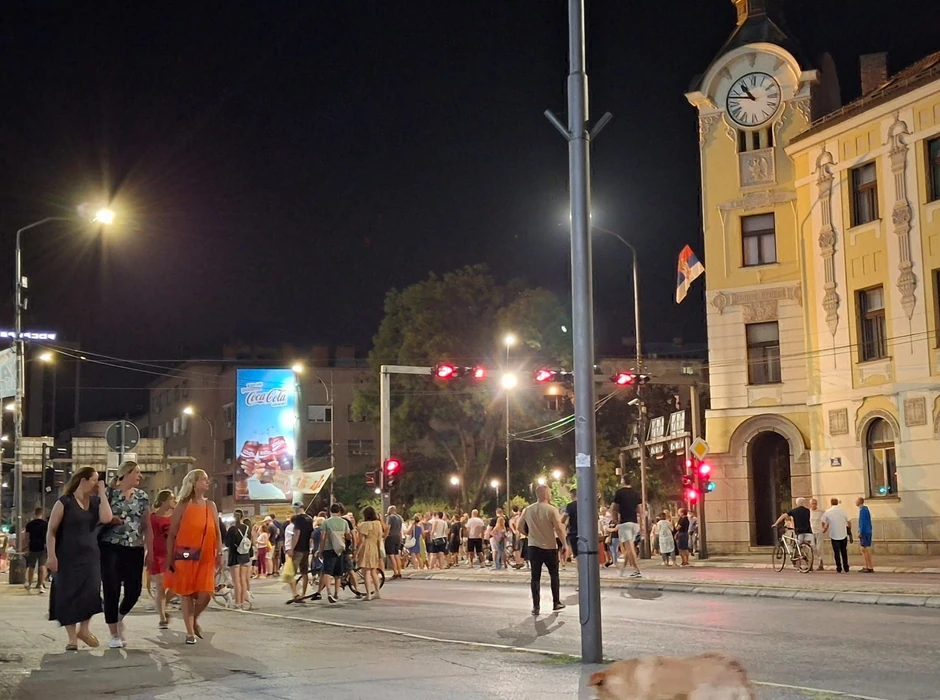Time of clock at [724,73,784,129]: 10:47
